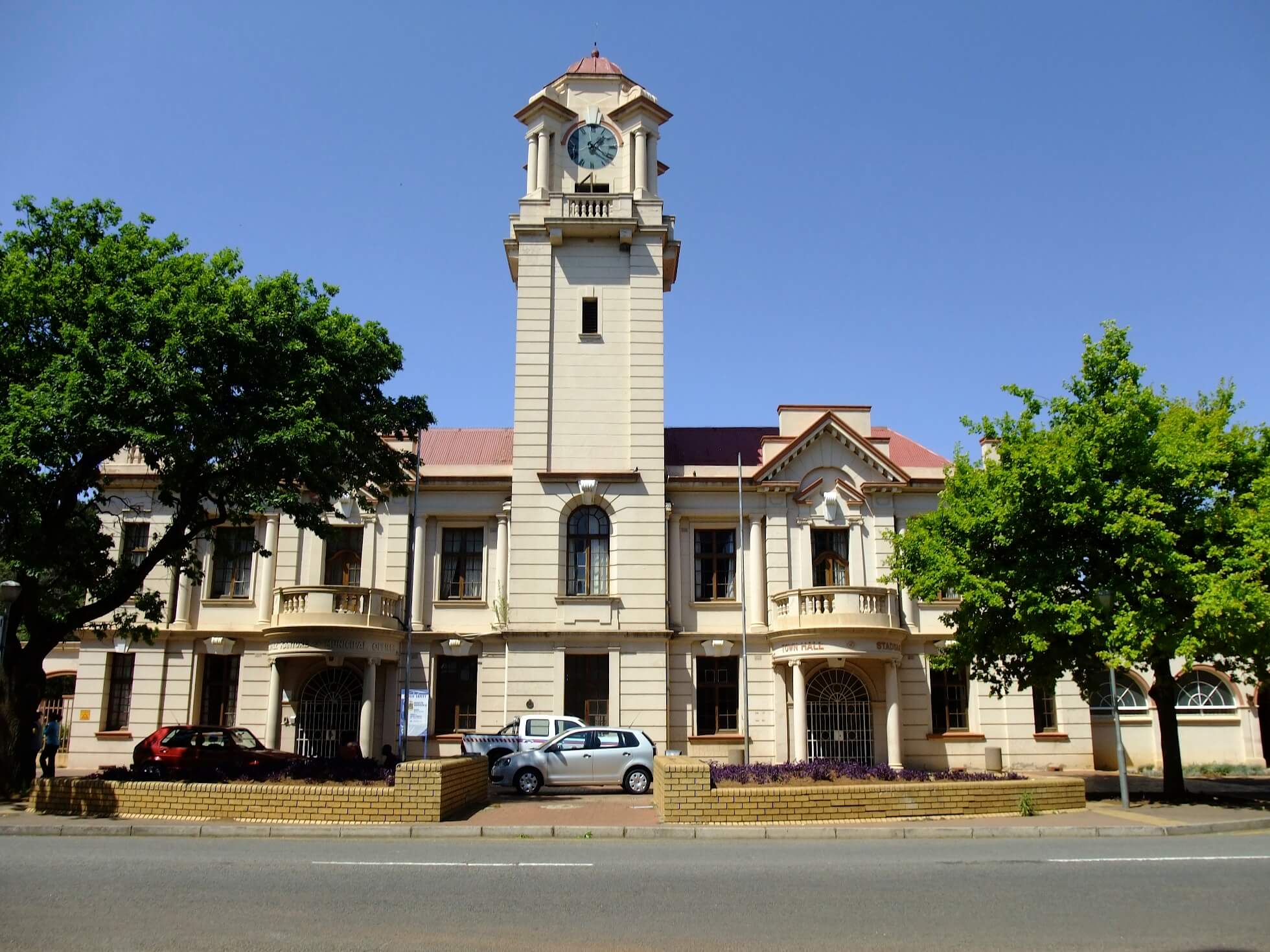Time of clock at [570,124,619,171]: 1:21
